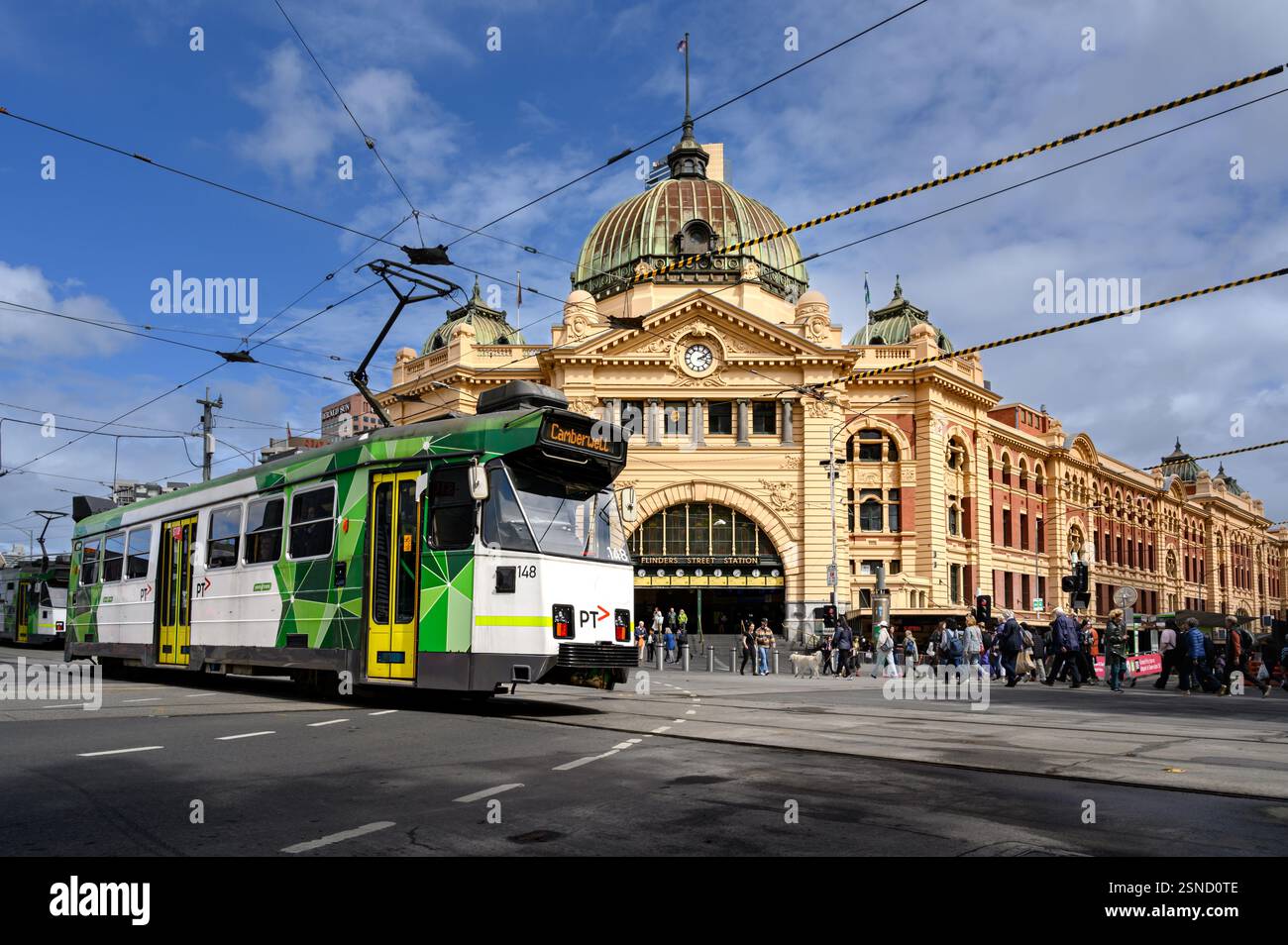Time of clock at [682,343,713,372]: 2:18
